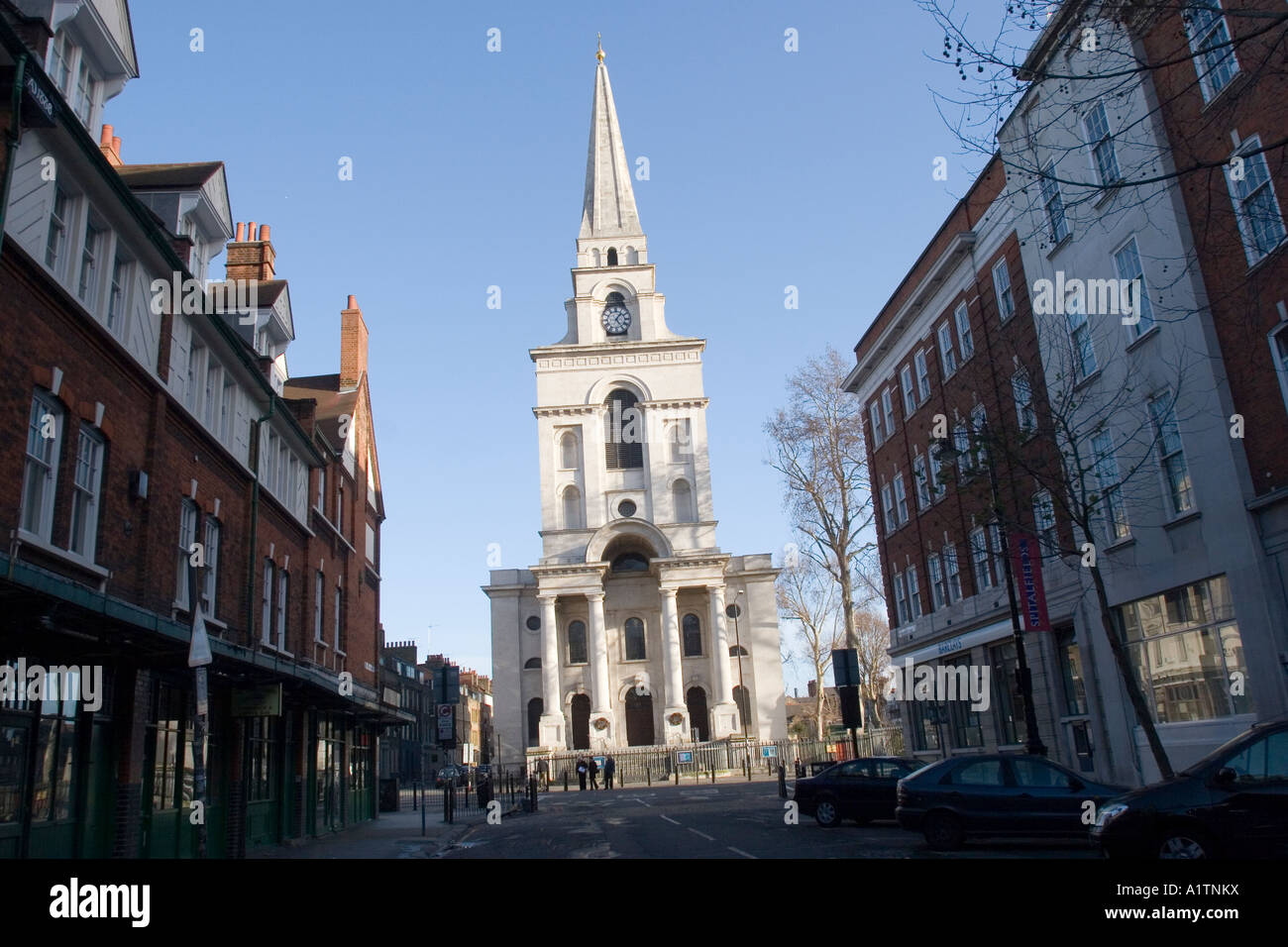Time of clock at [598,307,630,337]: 1:24
